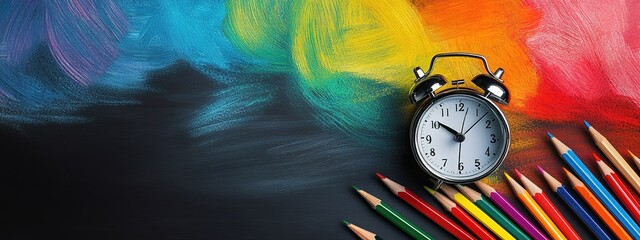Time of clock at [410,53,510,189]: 10:07
